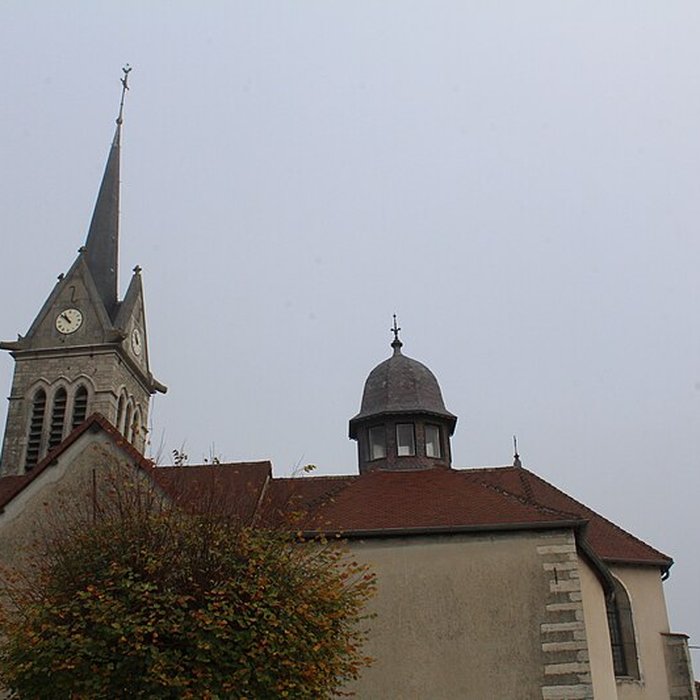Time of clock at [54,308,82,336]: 10:52
